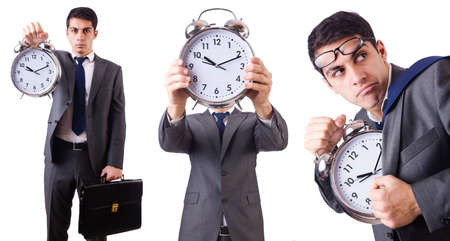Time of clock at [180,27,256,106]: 10:11
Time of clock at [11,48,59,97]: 10:11
